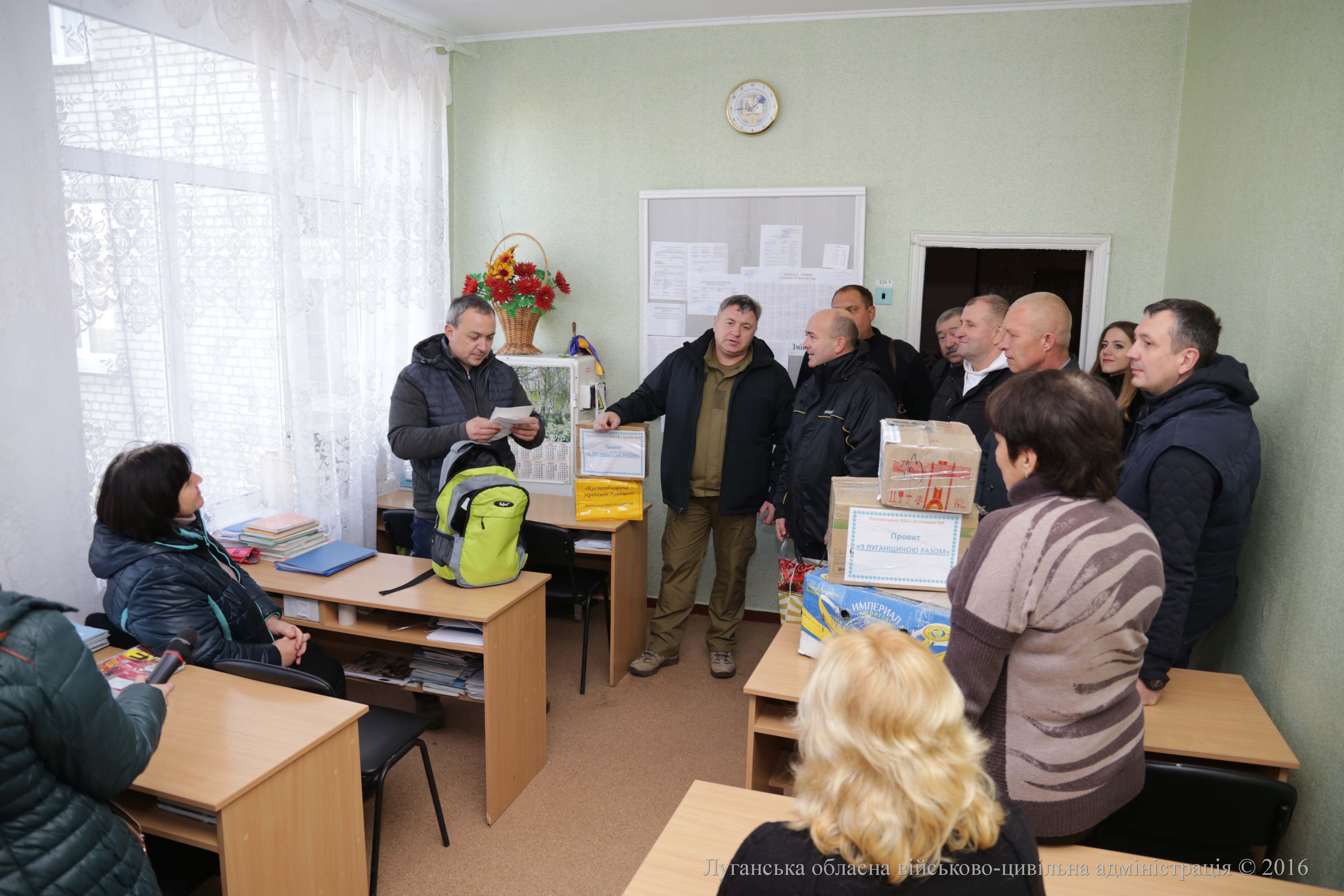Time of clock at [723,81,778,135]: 1:44
